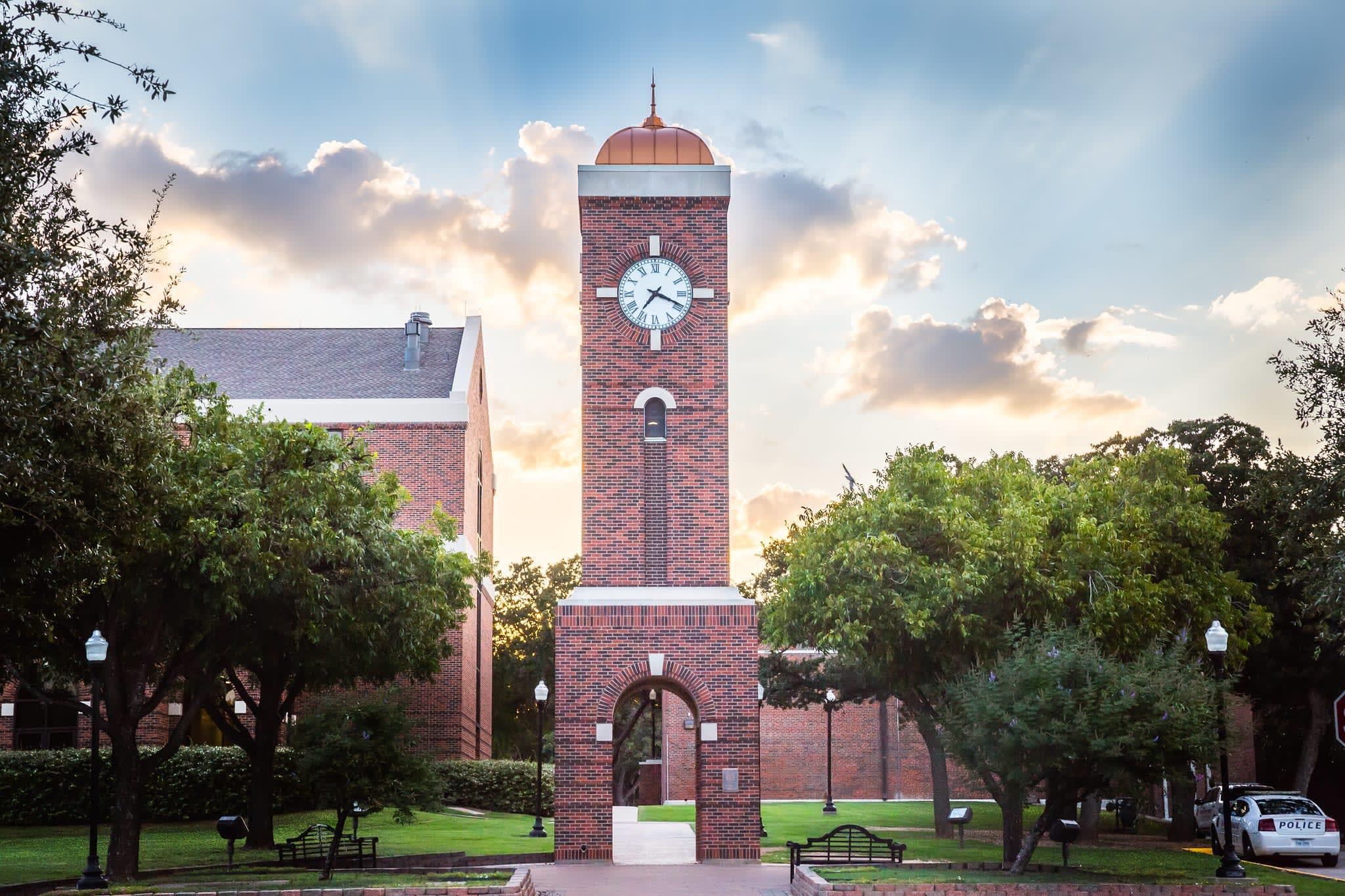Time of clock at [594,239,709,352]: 7:18
